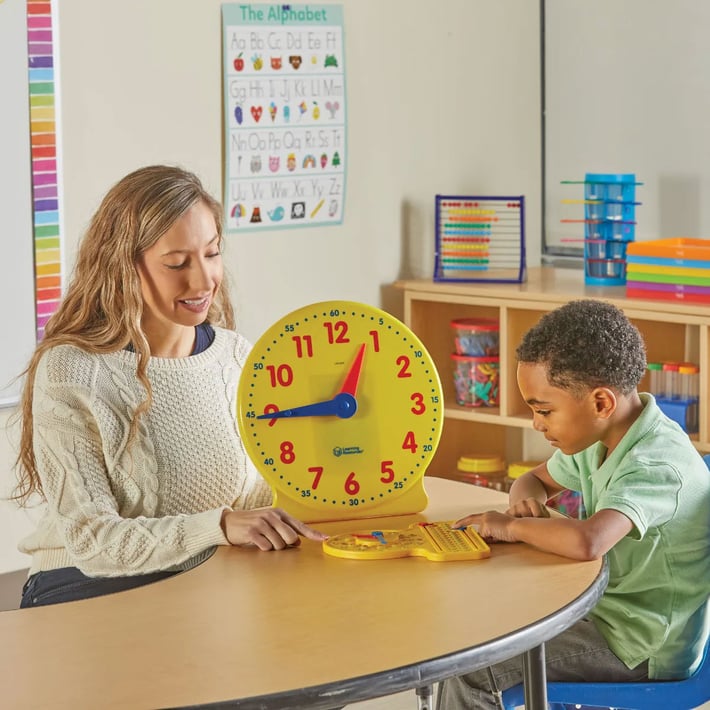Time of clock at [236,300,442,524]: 12:44
